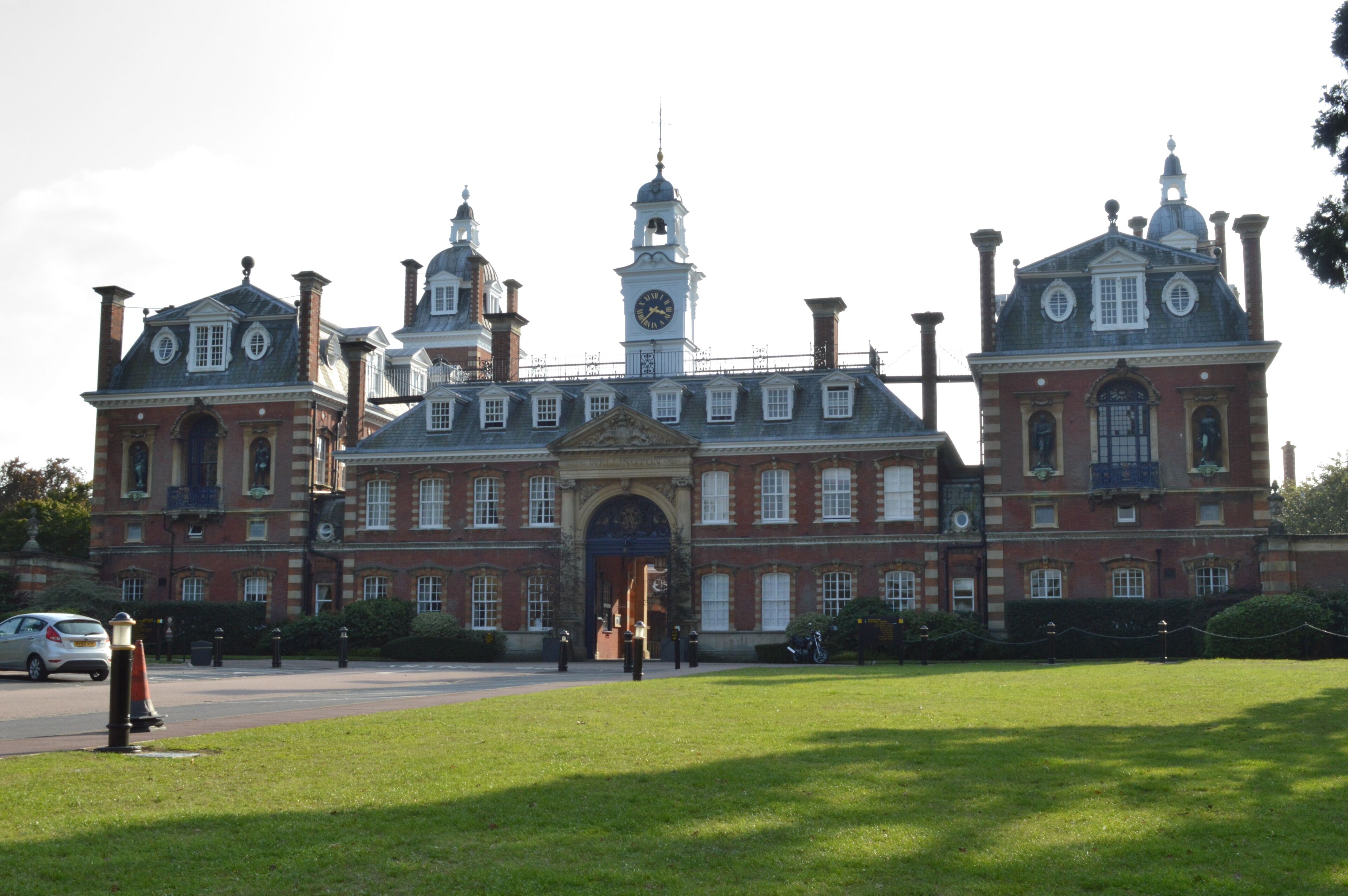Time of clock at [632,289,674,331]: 3:37
